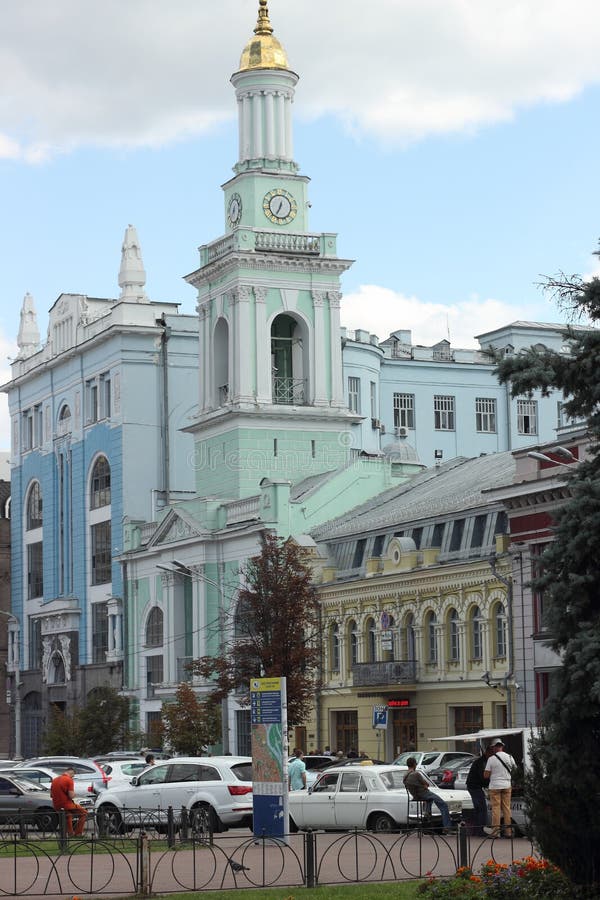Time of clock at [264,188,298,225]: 12:34
